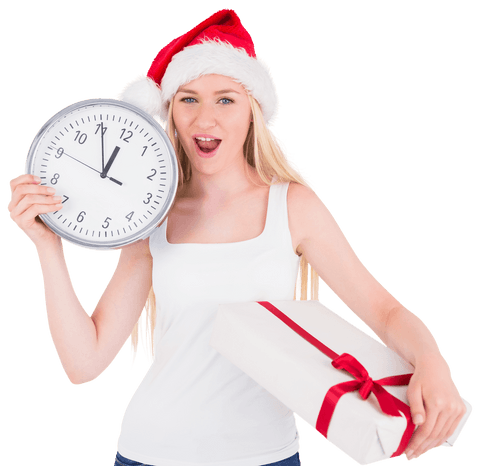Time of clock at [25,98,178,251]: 11:55
